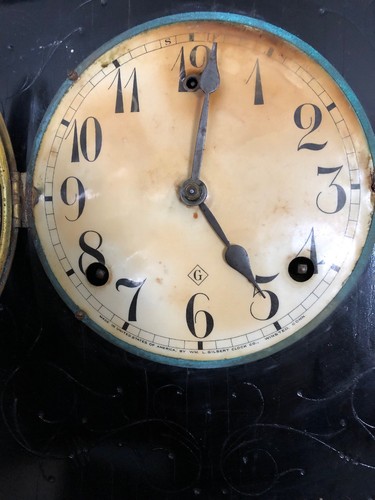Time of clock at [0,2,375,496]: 5:01
